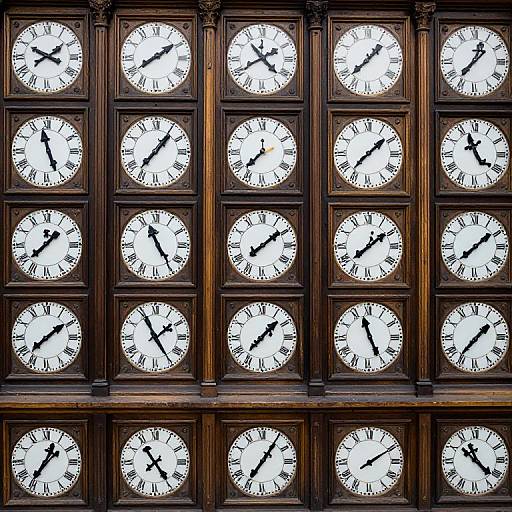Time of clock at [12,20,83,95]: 1:49
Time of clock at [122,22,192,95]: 1:39
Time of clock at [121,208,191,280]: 11:24
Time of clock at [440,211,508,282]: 1:38
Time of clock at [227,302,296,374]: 1:37
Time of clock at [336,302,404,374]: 11:25
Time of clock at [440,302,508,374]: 1:36
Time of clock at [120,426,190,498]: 7:24
